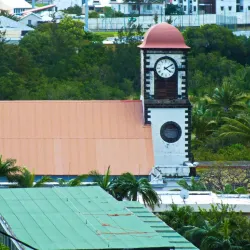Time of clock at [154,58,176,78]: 4:09
